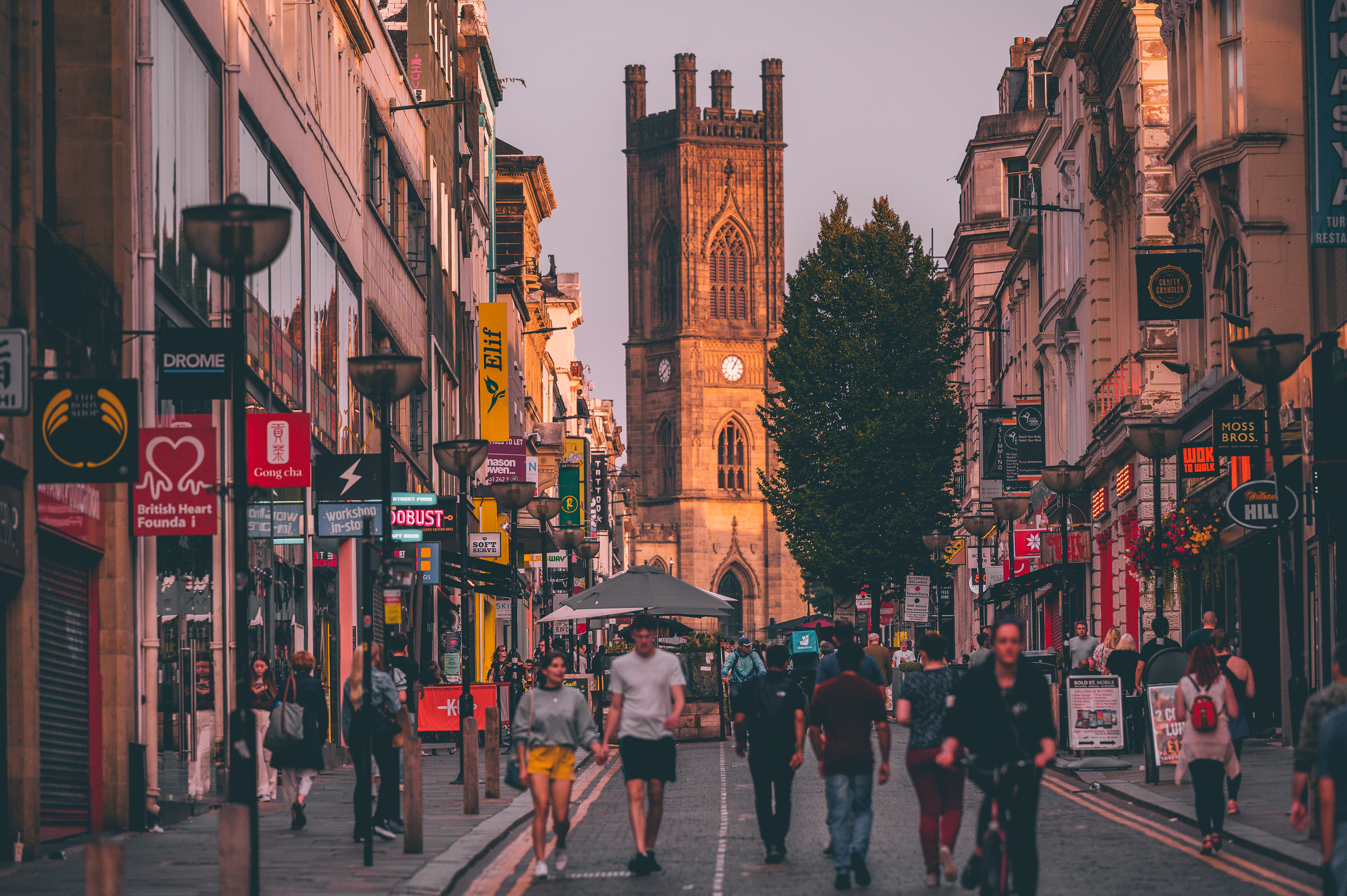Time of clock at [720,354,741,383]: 1:05
